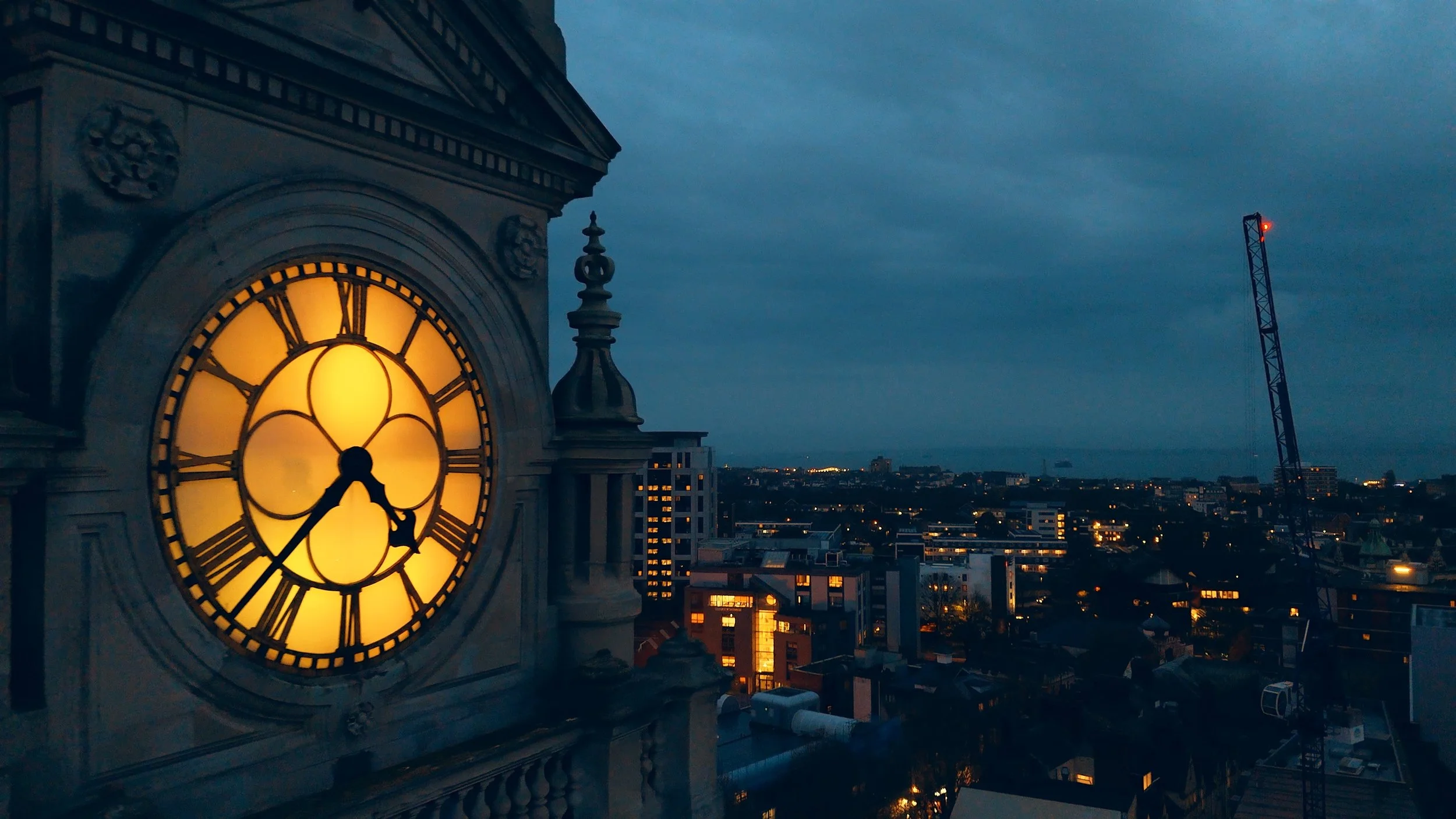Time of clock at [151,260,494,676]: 4:37
